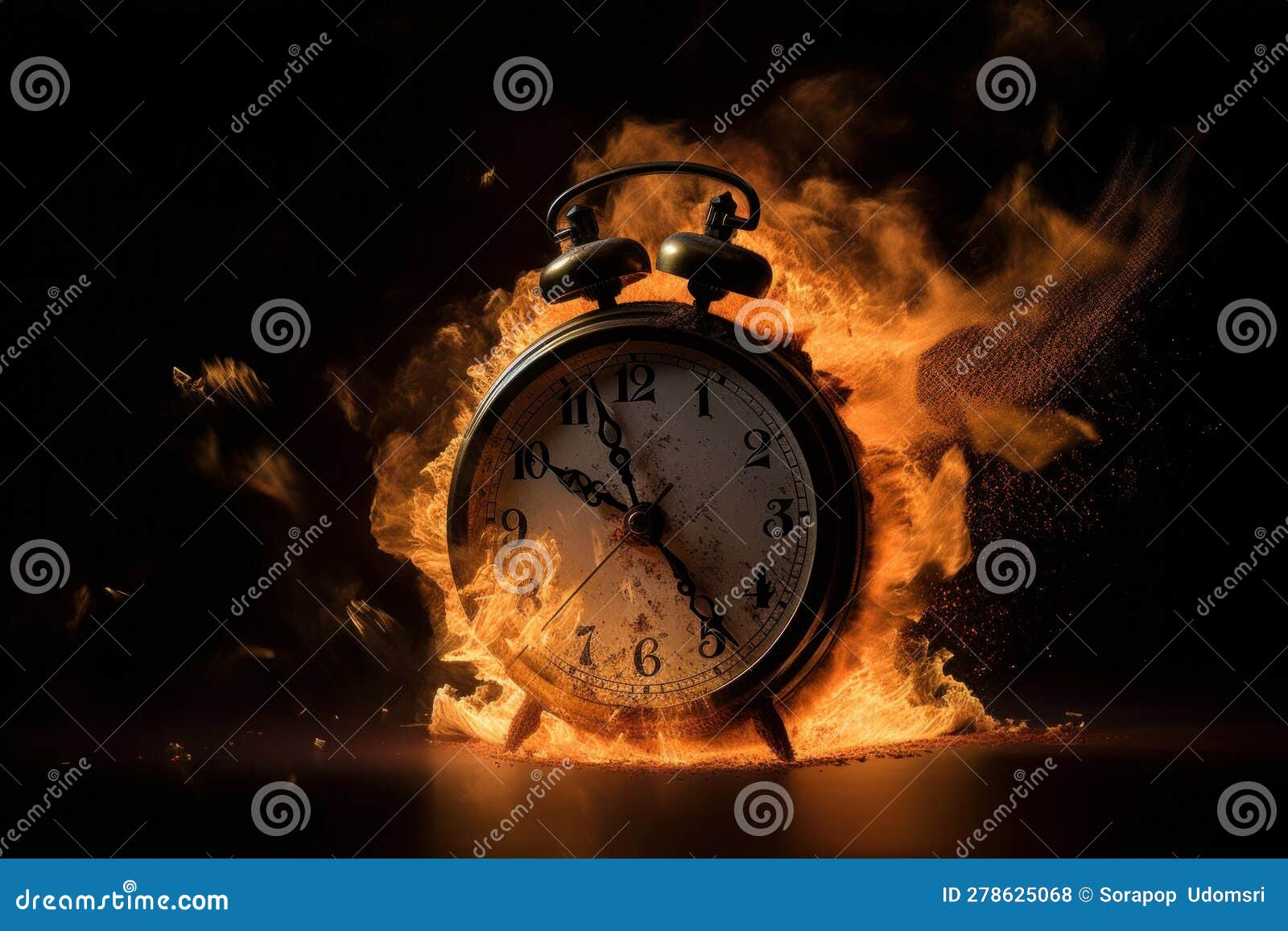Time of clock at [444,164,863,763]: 9:56
